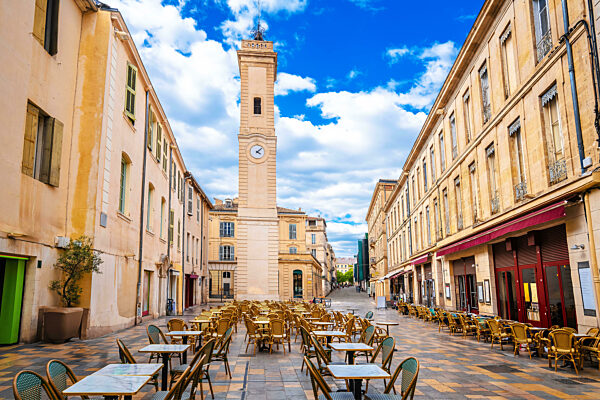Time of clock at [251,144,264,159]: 4:07
